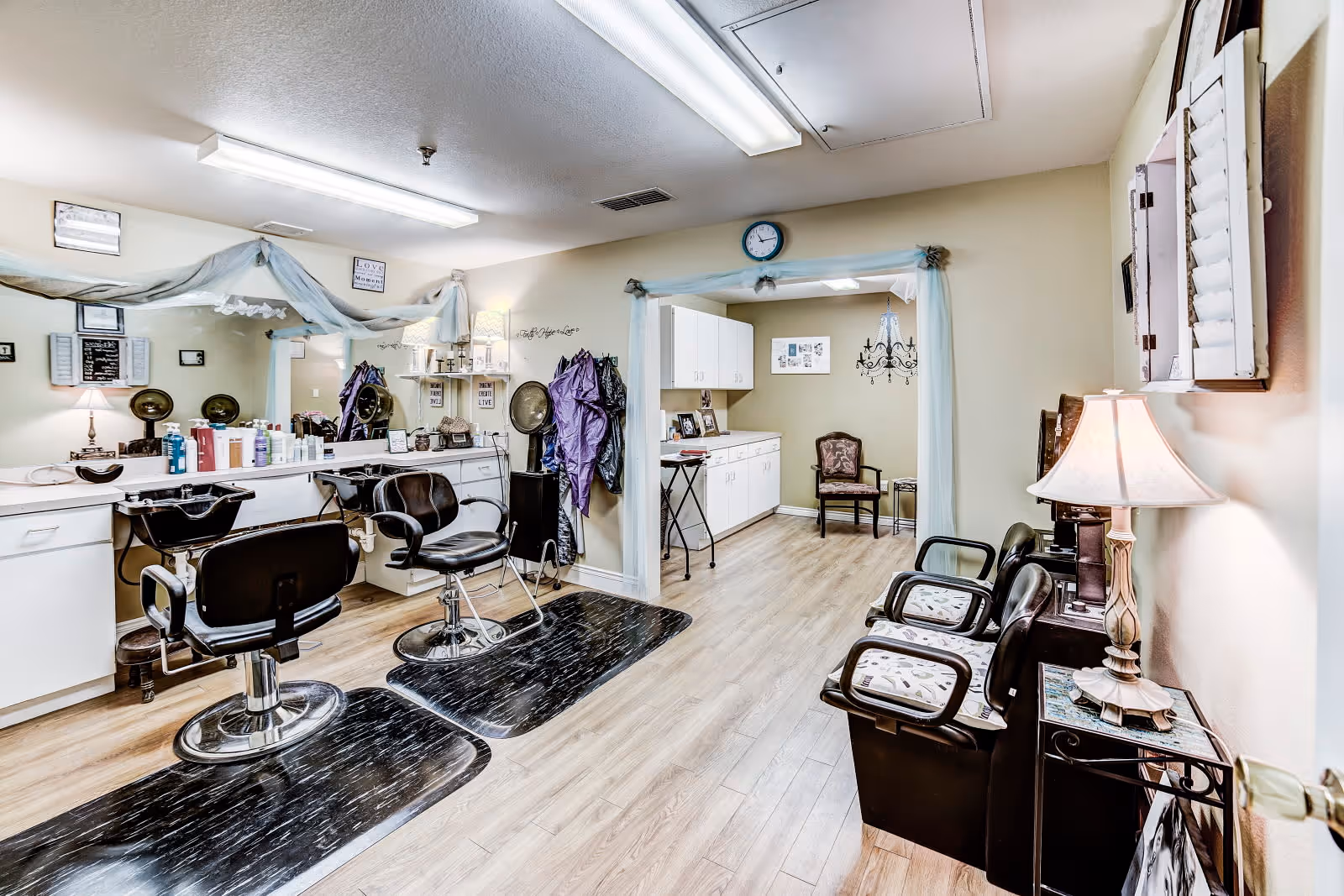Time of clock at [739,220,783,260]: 11:14
